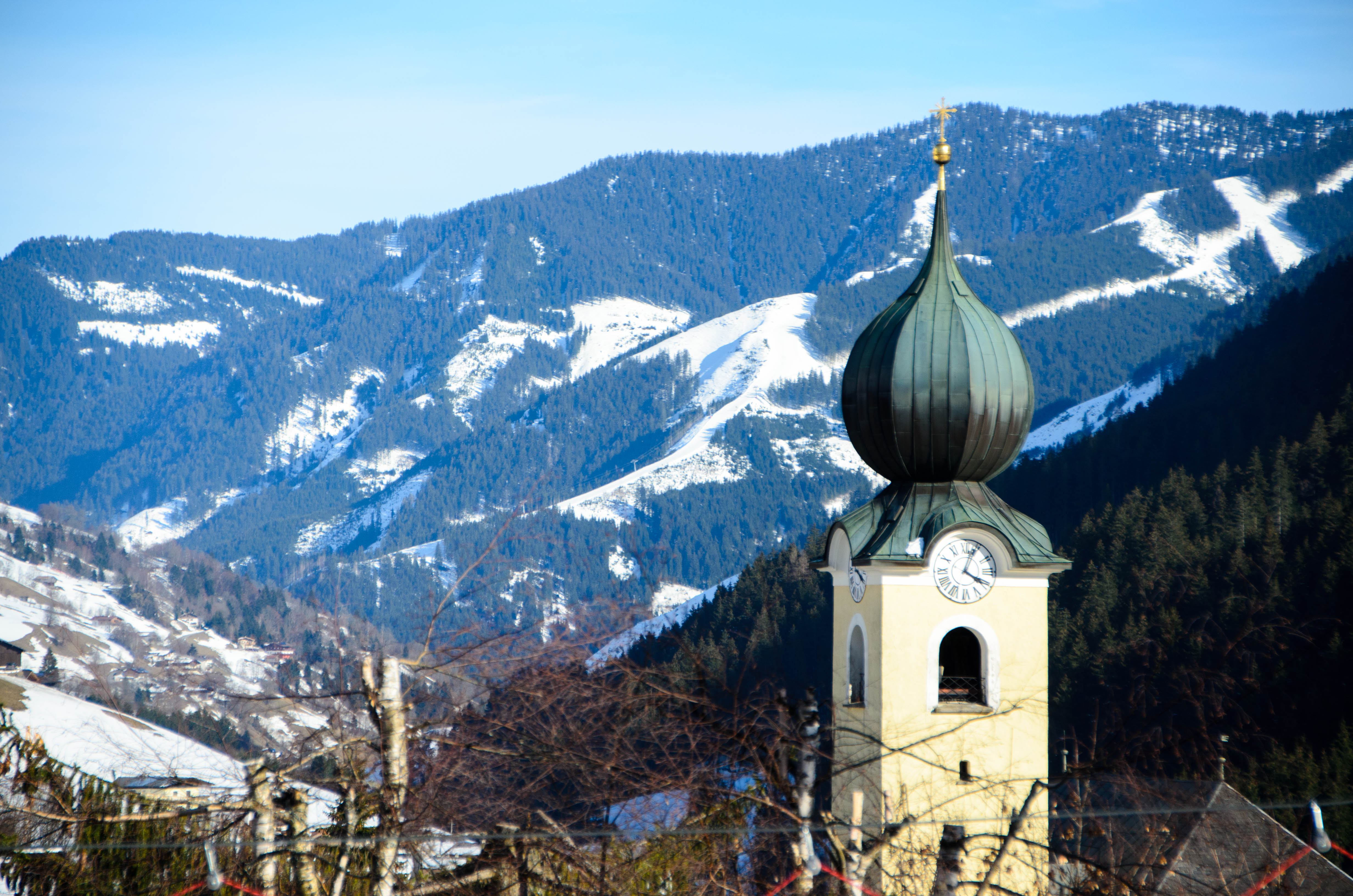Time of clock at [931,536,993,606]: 4:03
